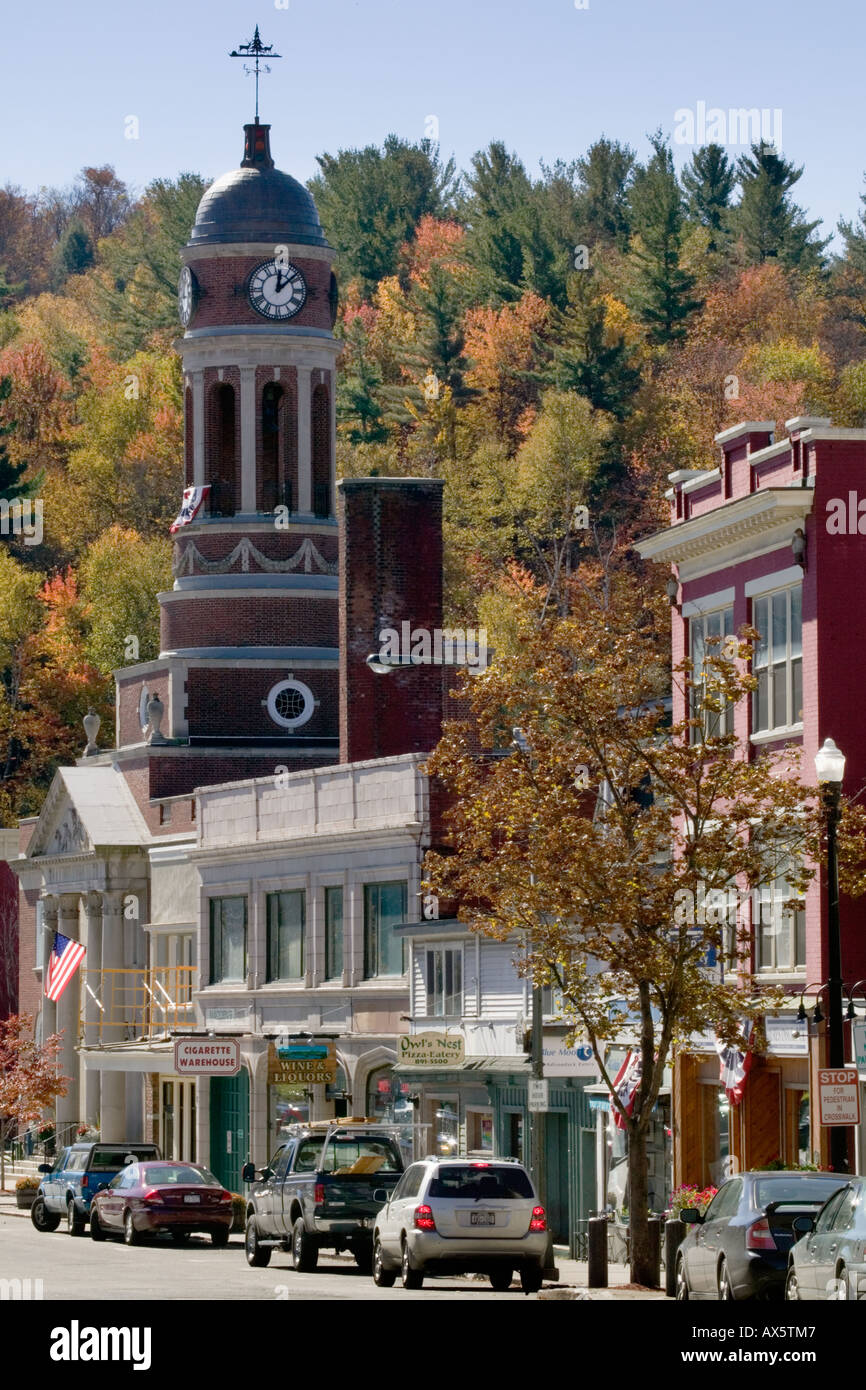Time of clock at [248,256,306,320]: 12:07
